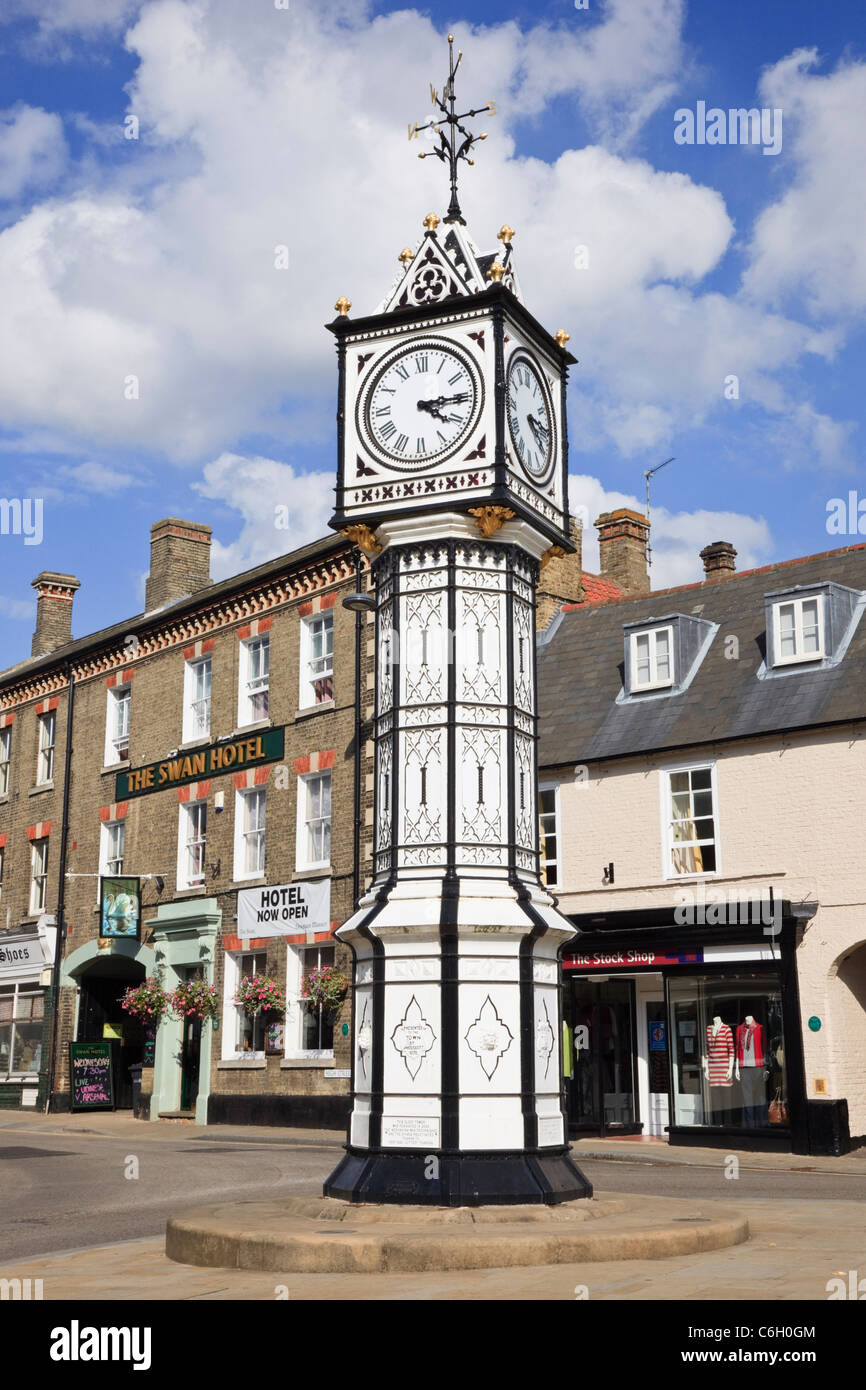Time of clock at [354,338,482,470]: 4:14
